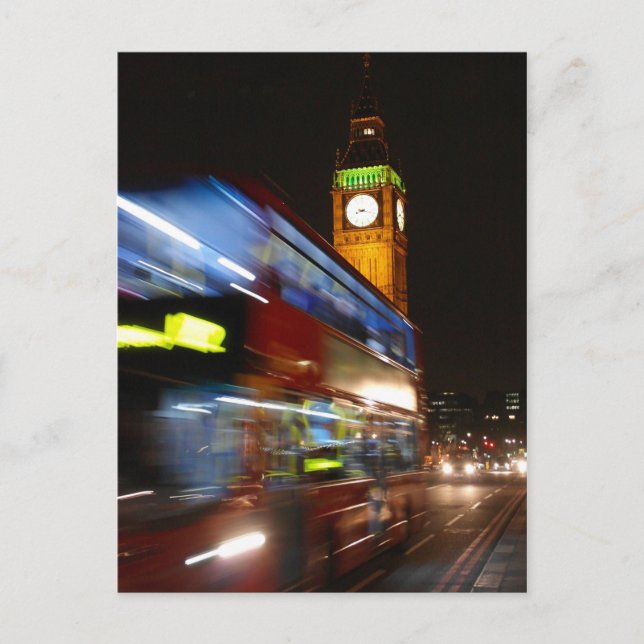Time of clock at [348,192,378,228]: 8:17
